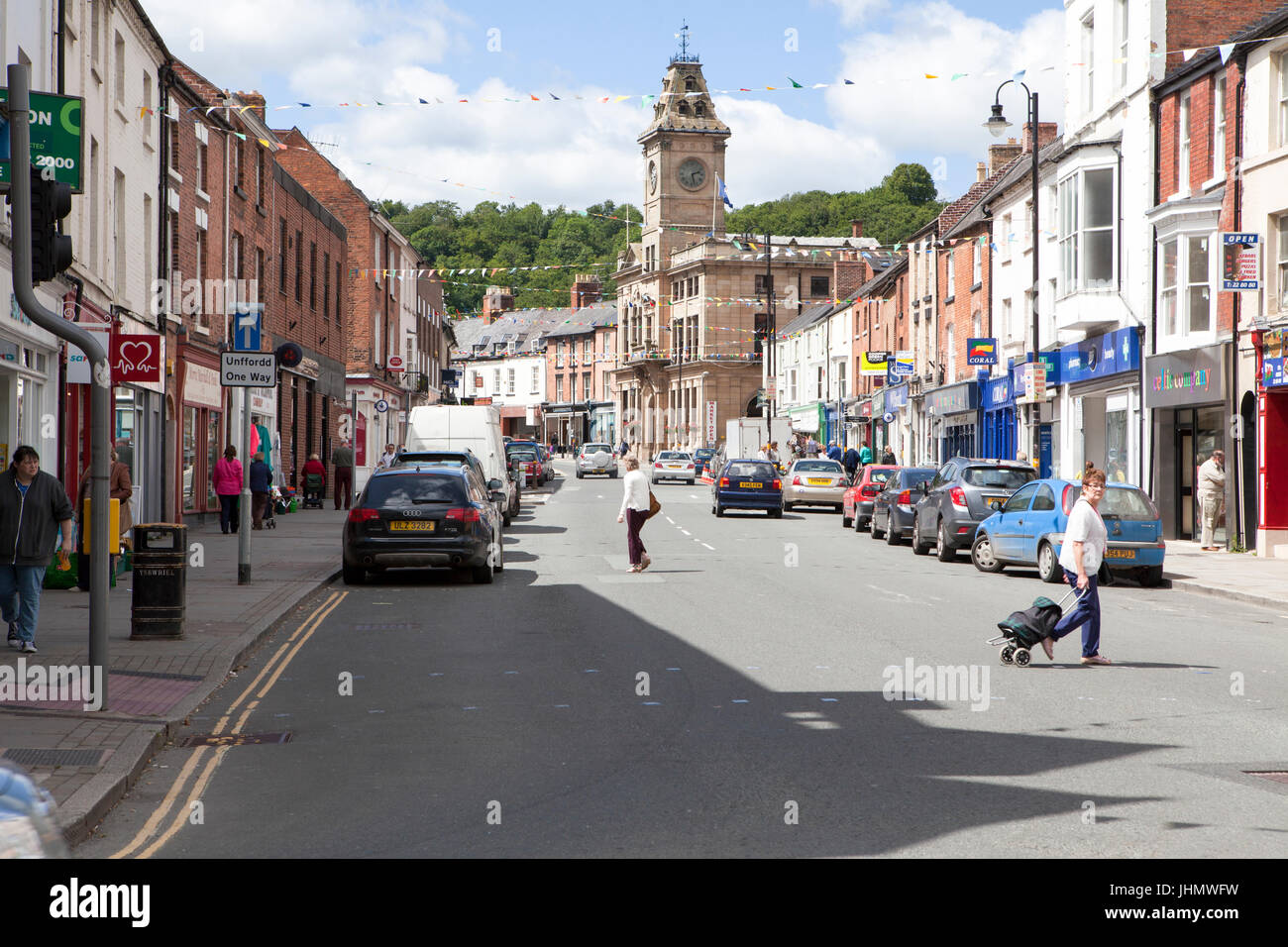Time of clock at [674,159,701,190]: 2:27
